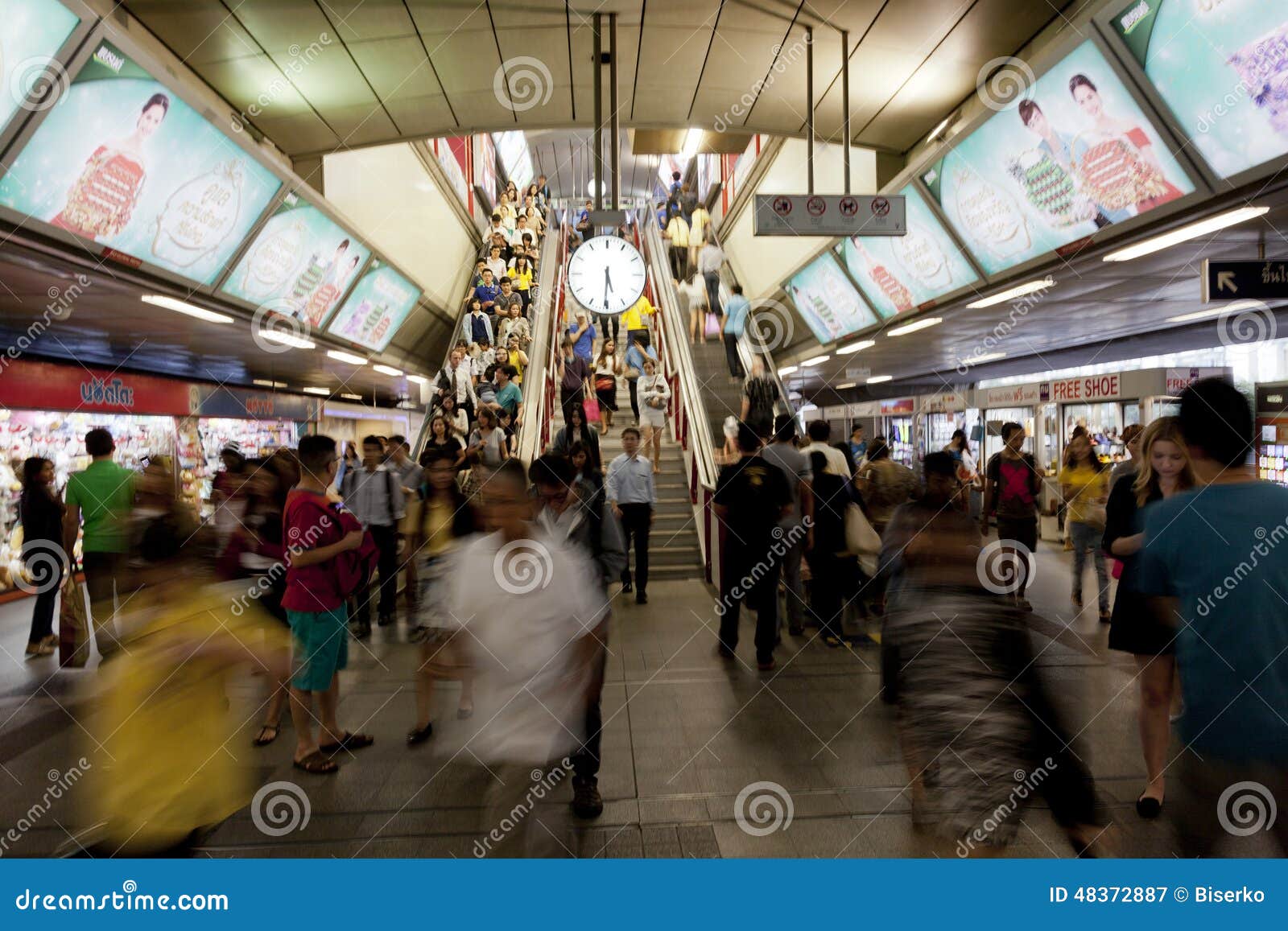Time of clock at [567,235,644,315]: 5:30
